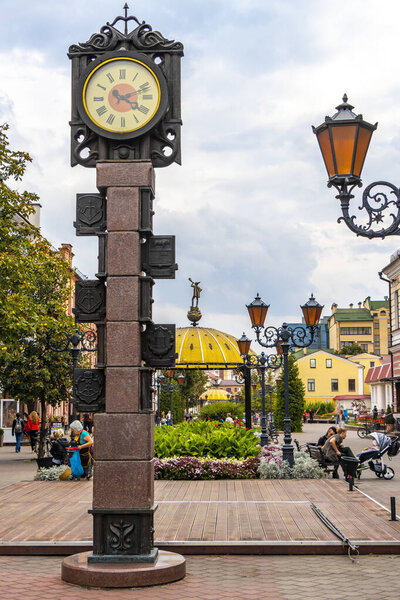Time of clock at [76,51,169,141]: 4:11
